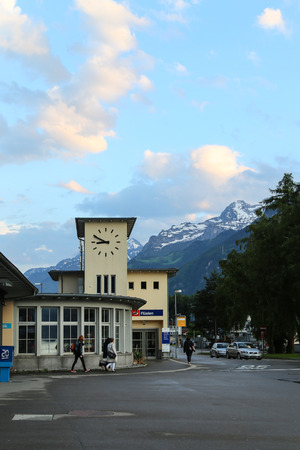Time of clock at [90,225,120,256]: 8:49
